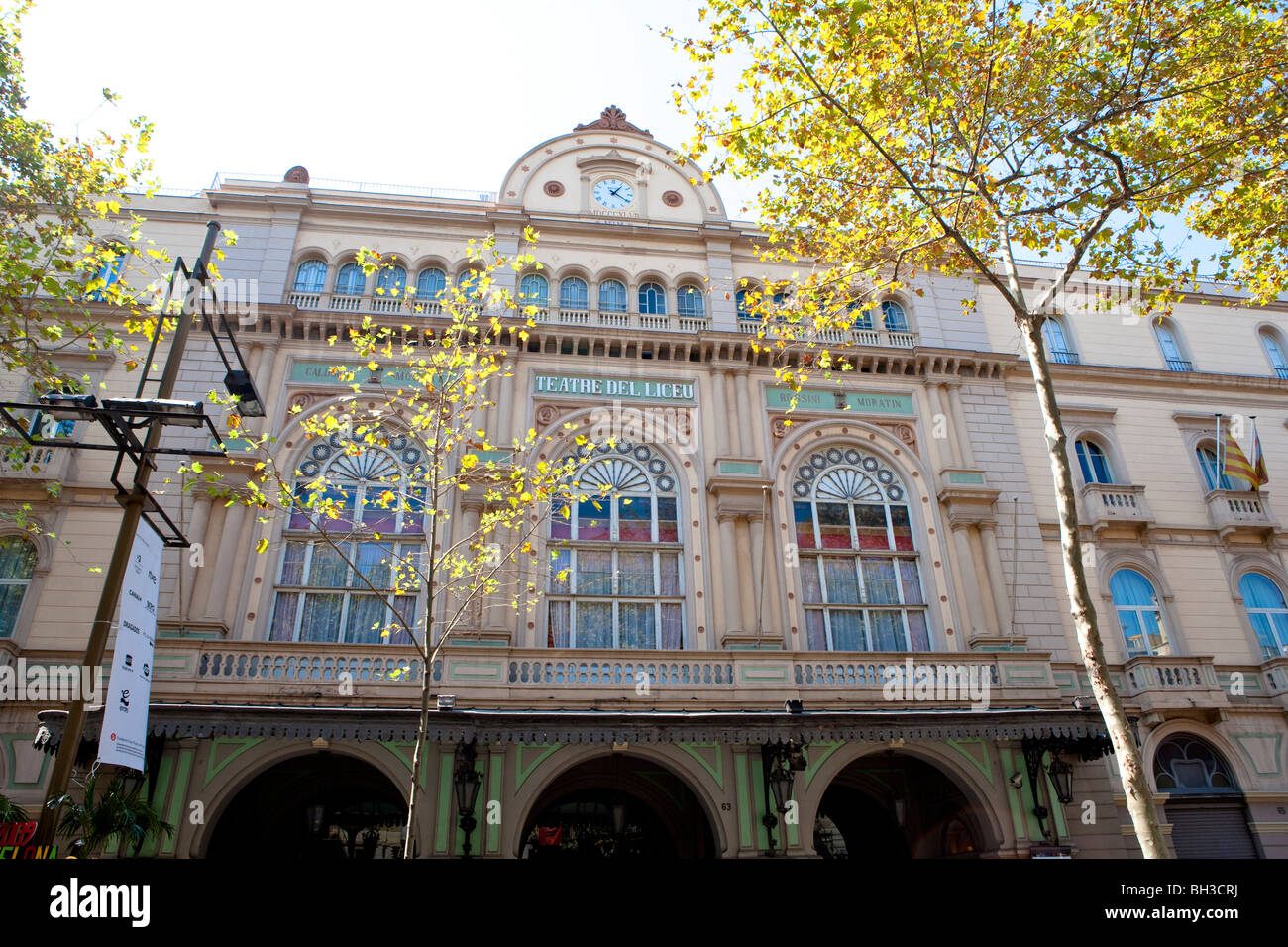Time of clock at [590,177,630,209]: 1:20
